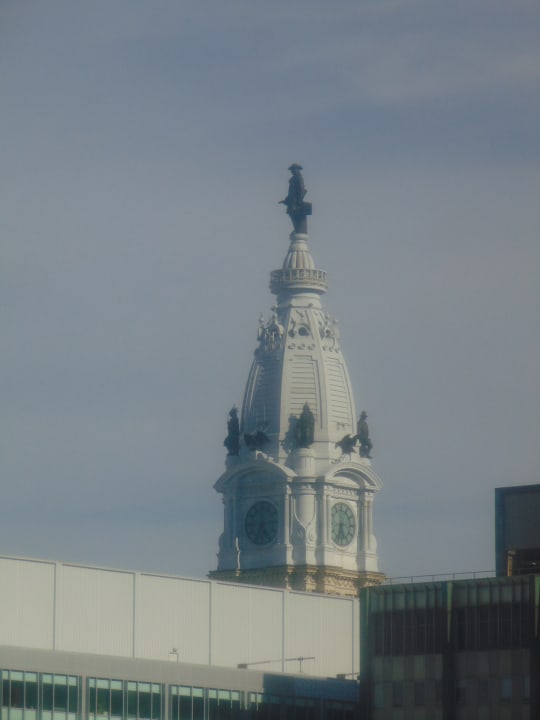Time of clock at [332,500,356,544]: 5:33
